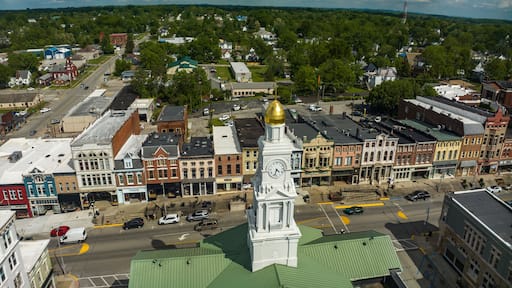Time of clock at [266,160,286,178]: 4:32
